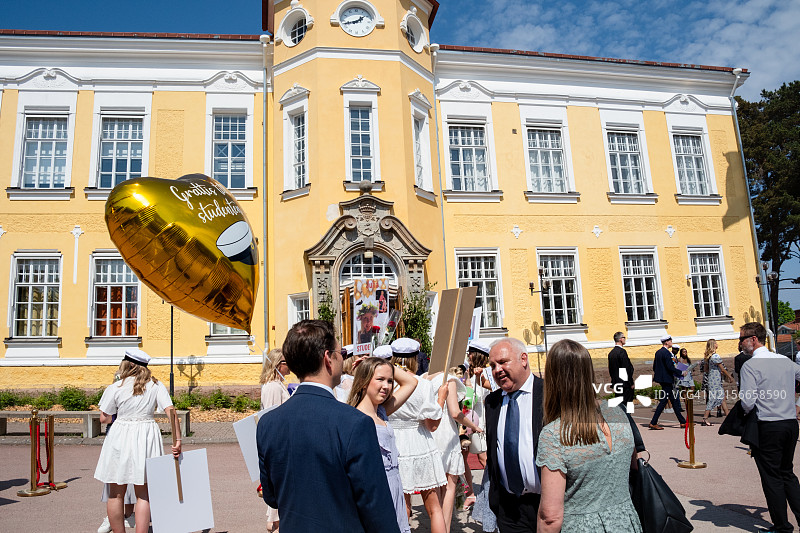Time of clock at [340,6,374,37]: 1:42
